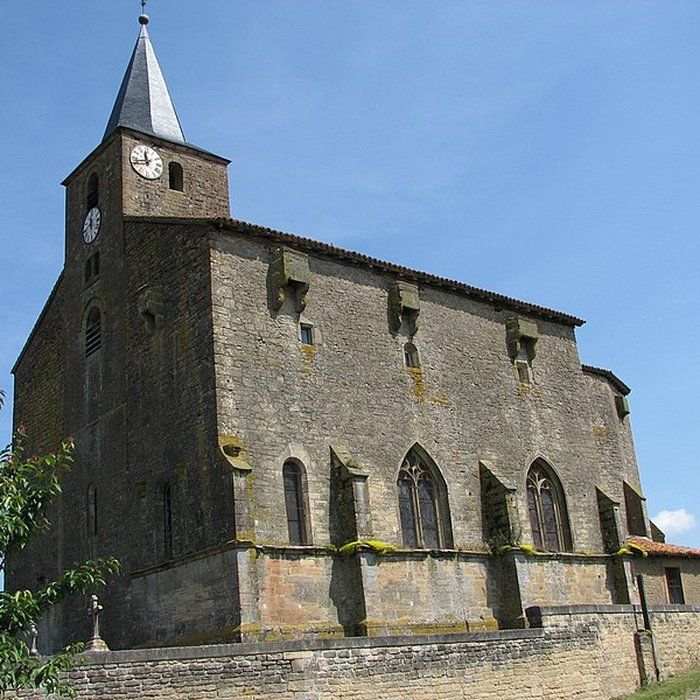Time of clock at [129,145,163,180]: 11:42
